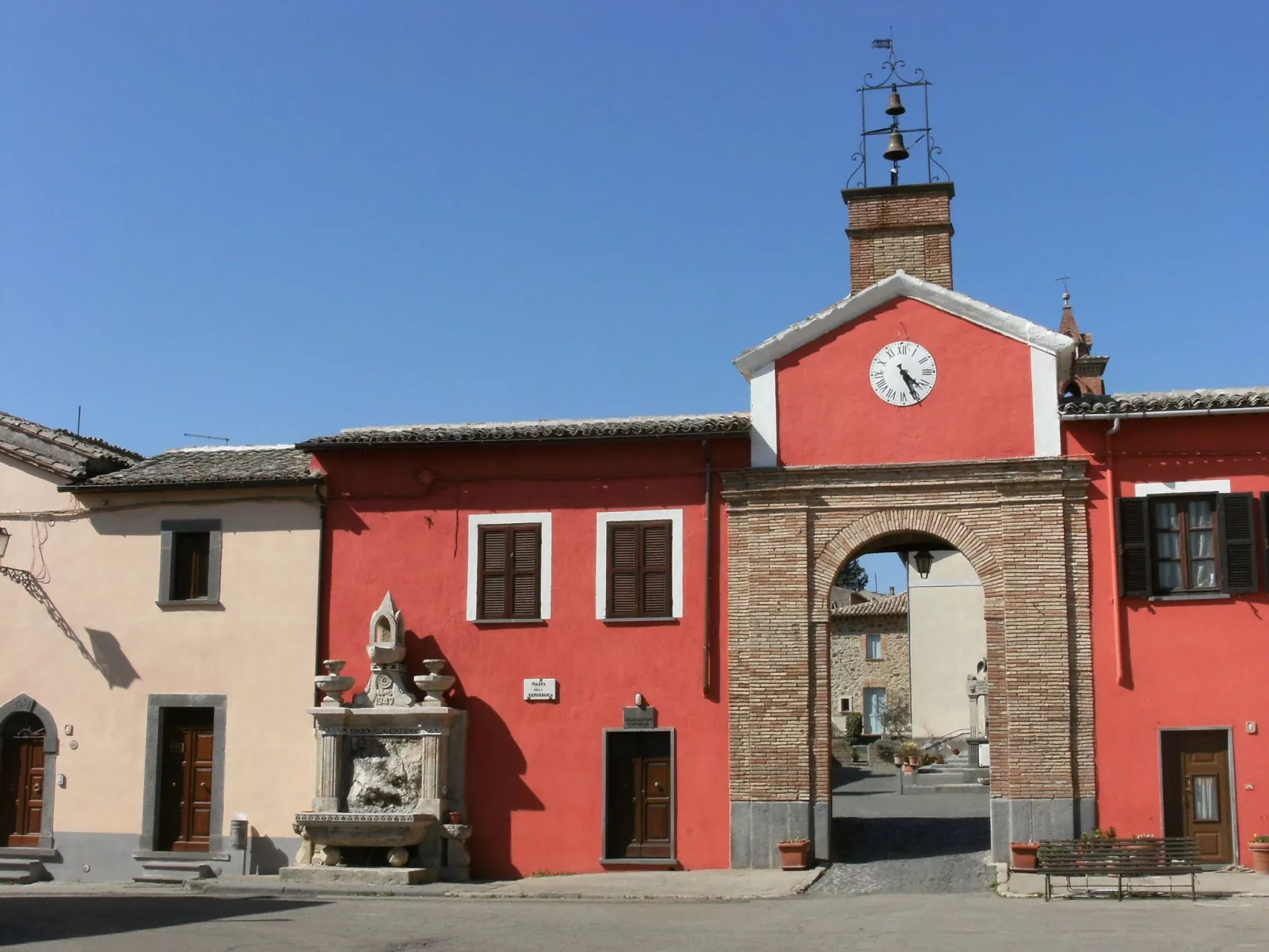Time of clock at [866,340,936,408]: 4:26
